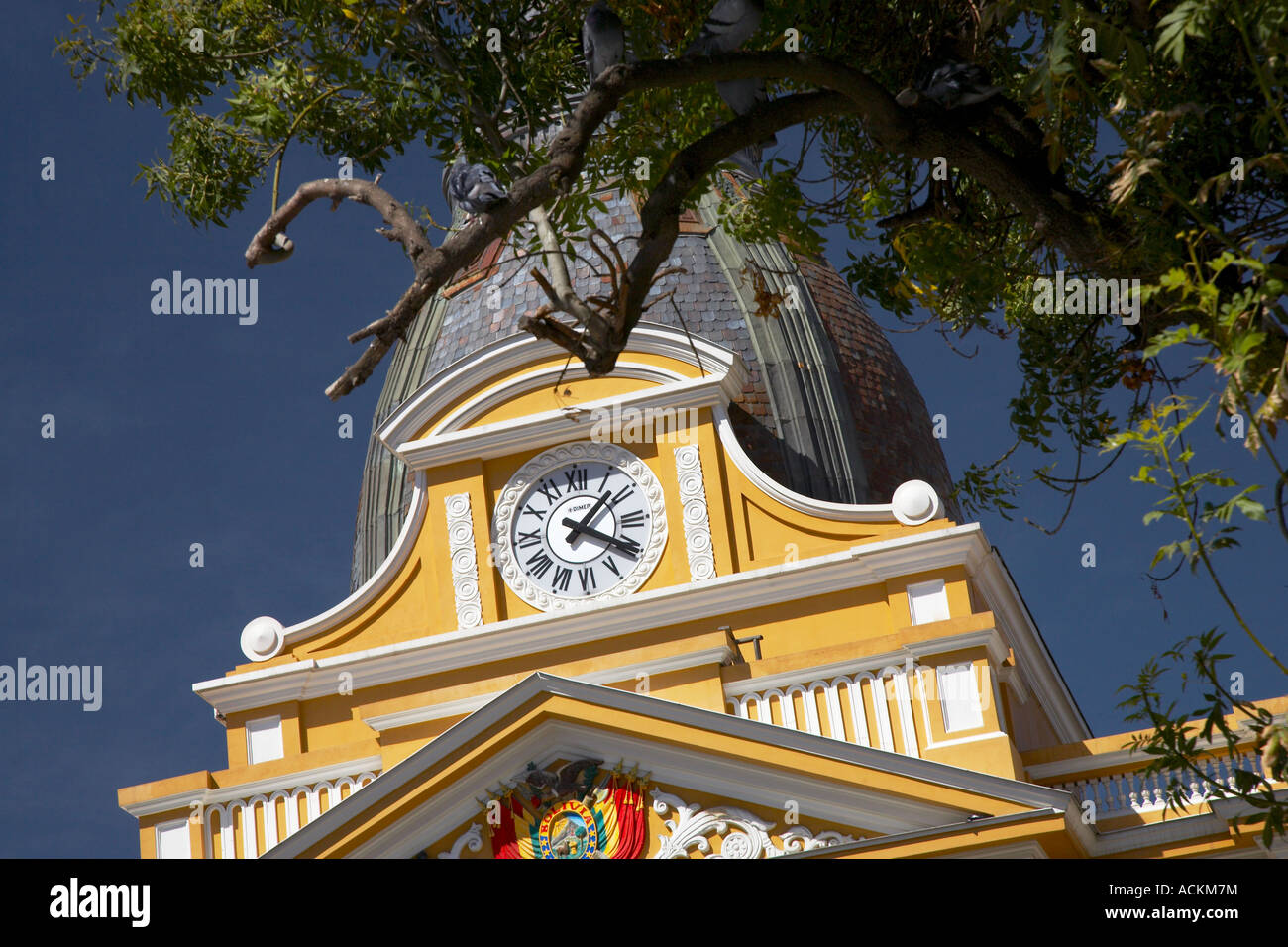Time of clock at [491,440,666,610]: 1:20
